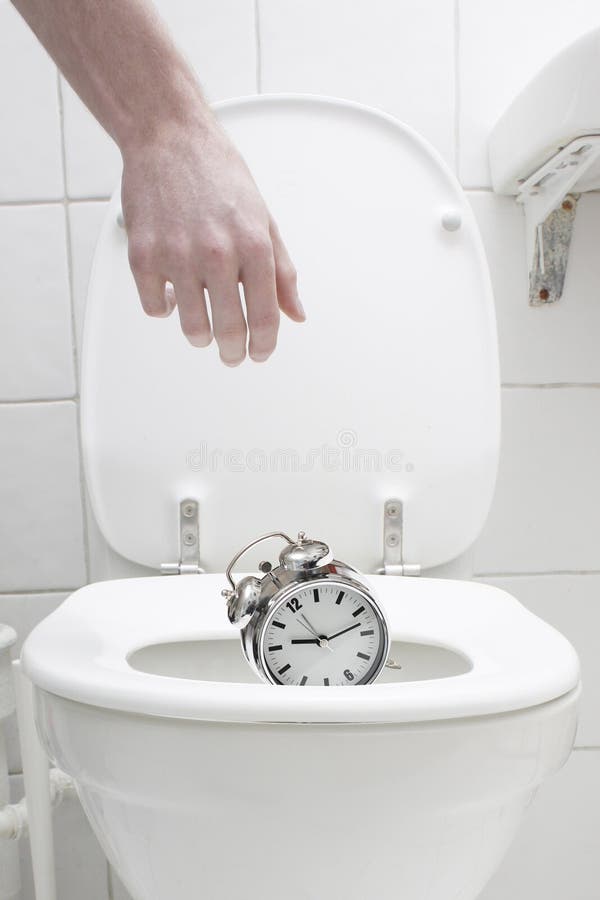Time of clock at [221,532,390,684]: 9:12
